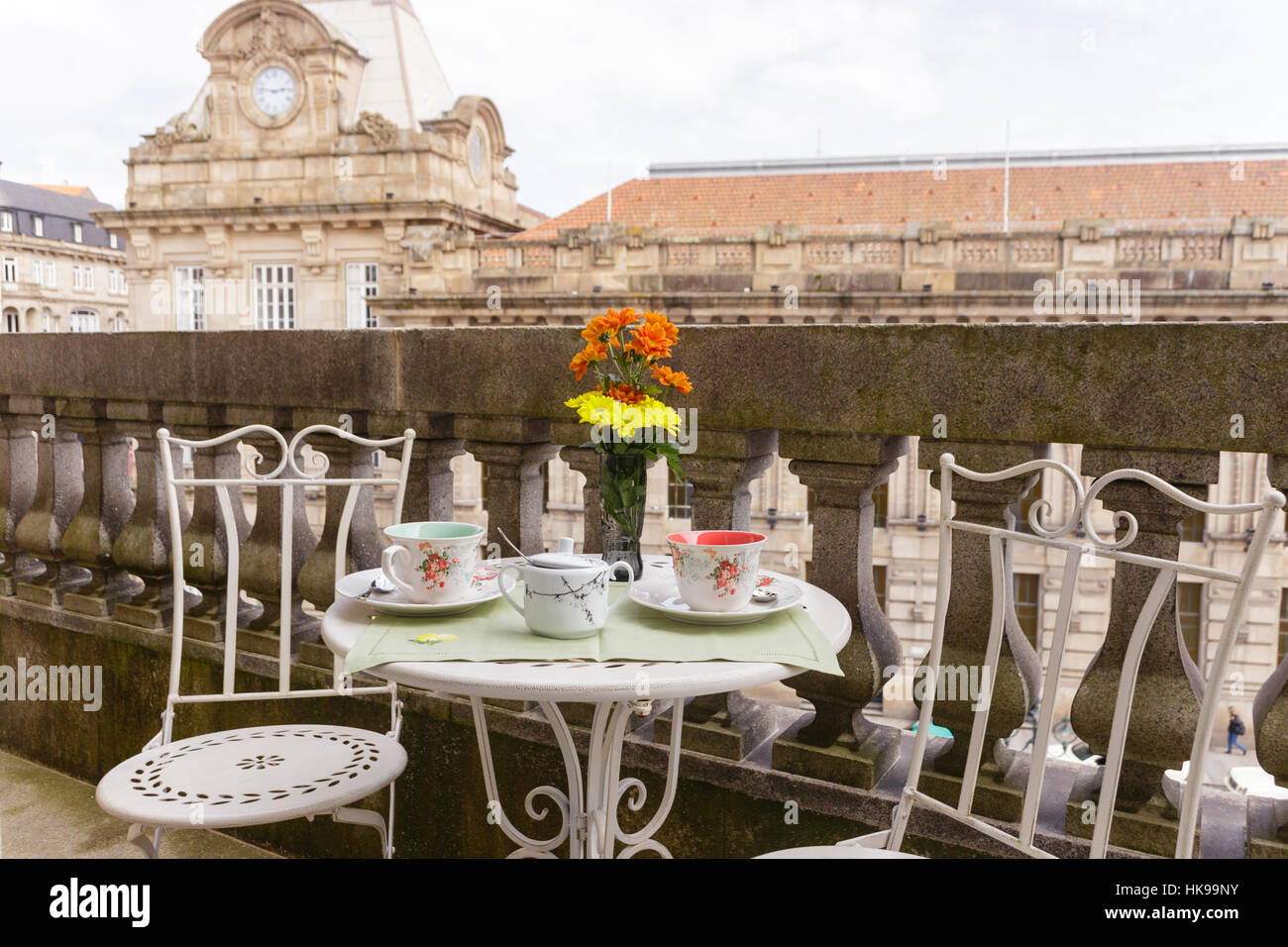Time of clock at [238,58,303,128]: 2:46
